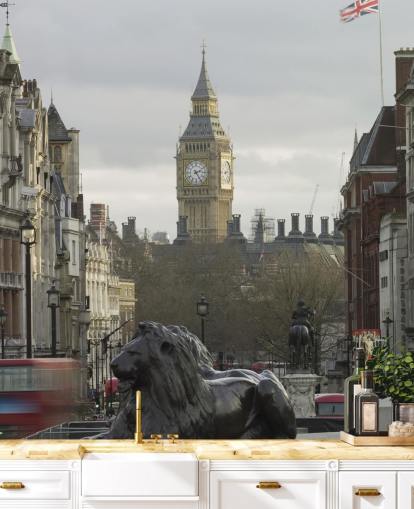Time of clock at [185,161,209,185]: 2:24
